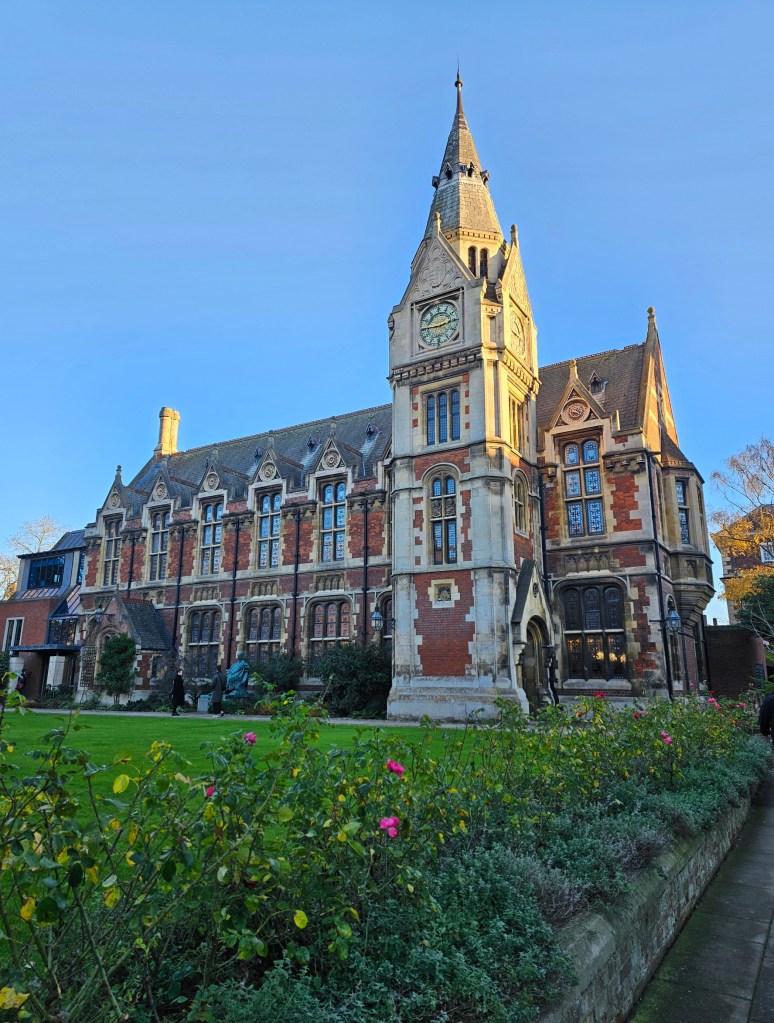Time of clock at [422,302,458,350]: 2:45
